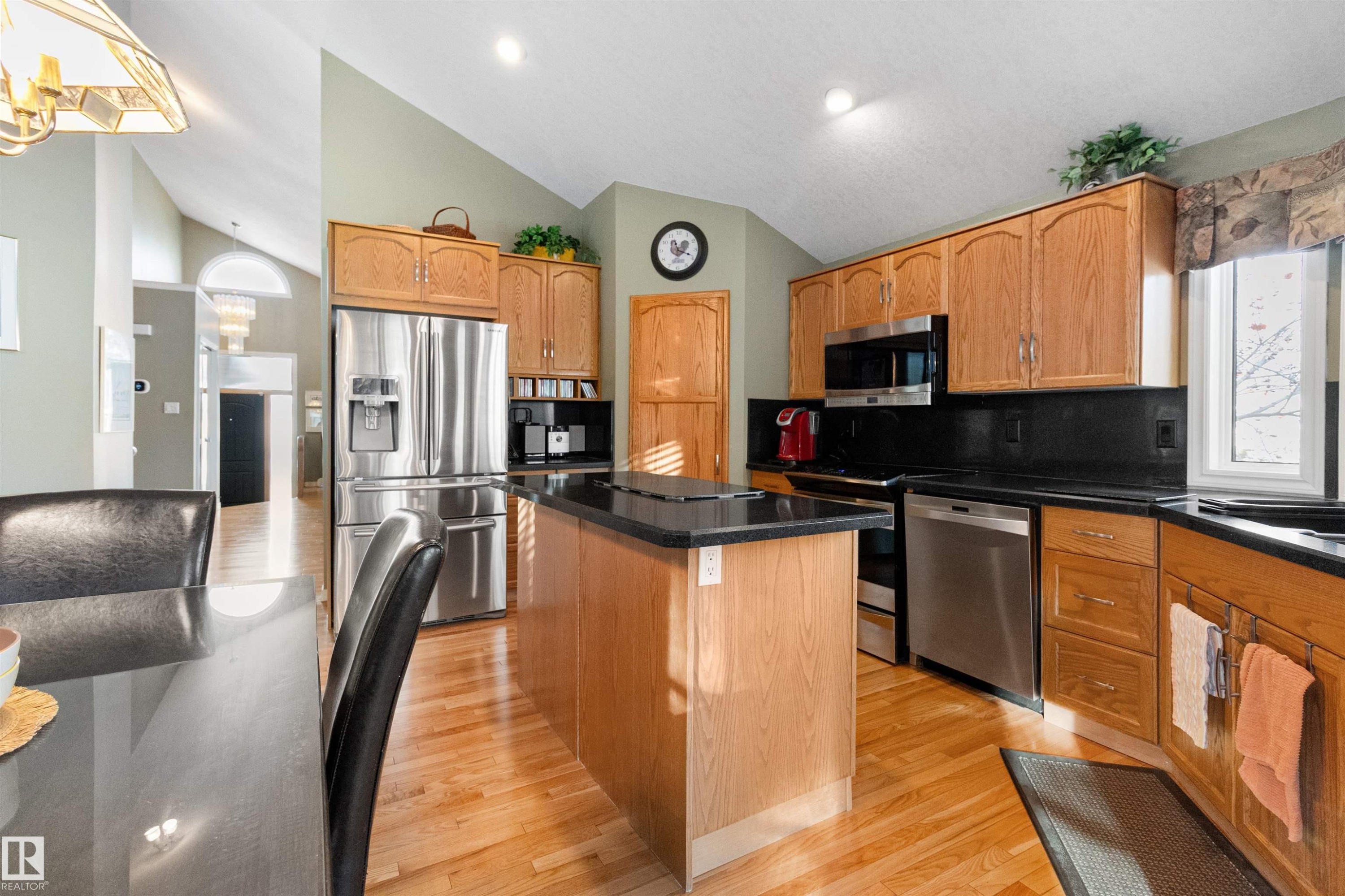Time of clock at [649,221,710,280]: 11:18
